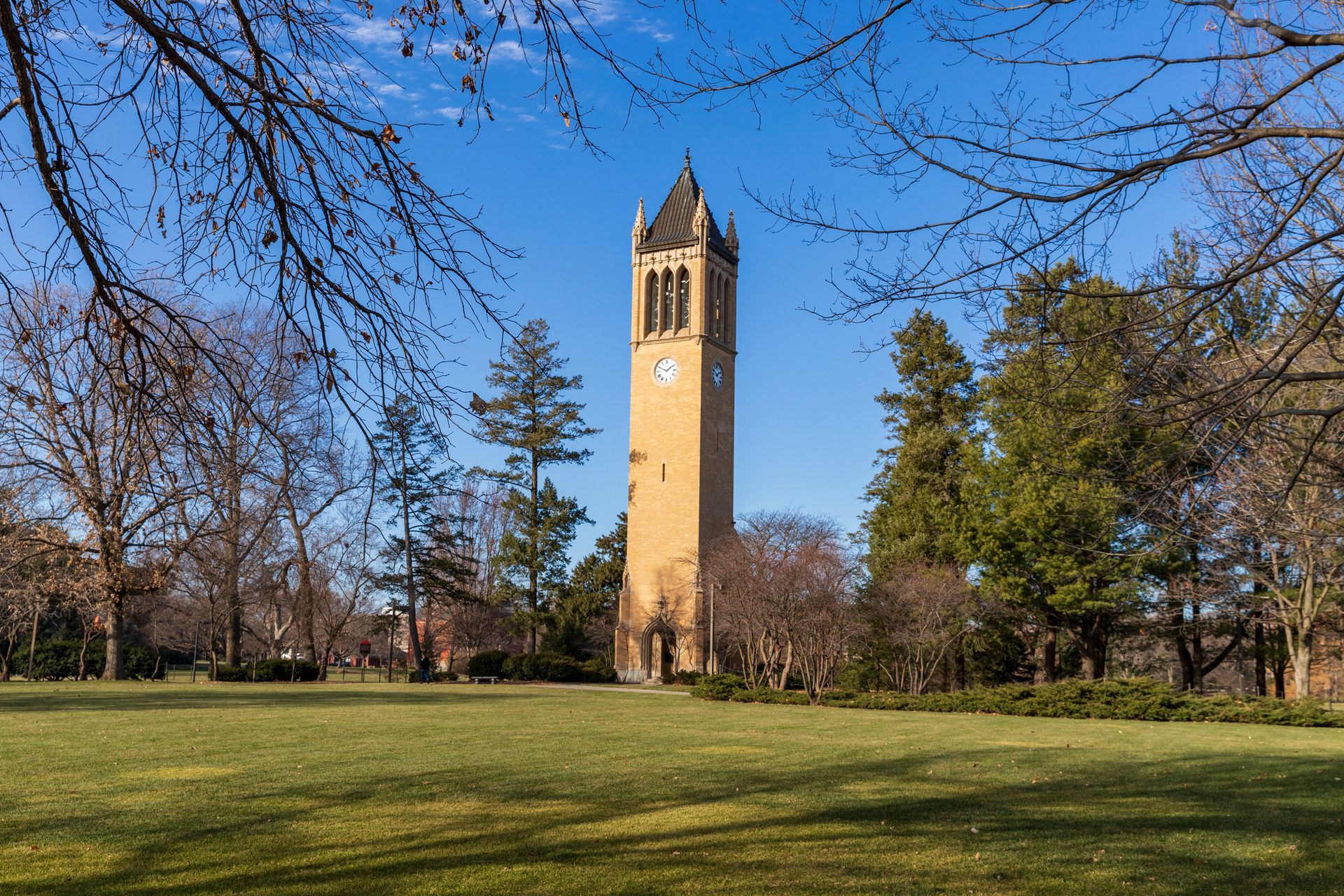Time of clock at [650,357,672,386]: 1:49
